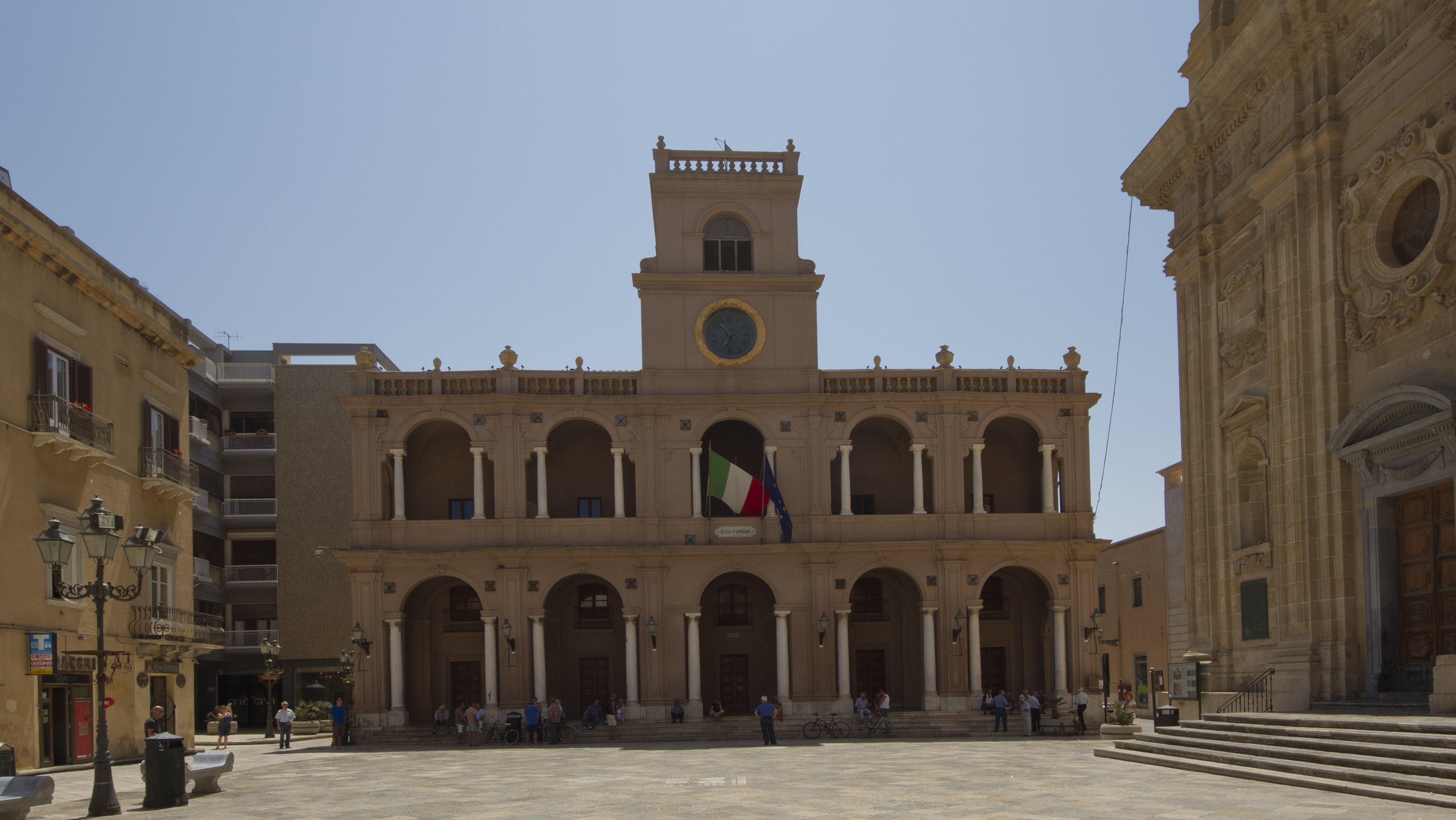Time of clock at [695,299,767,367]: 6:53
